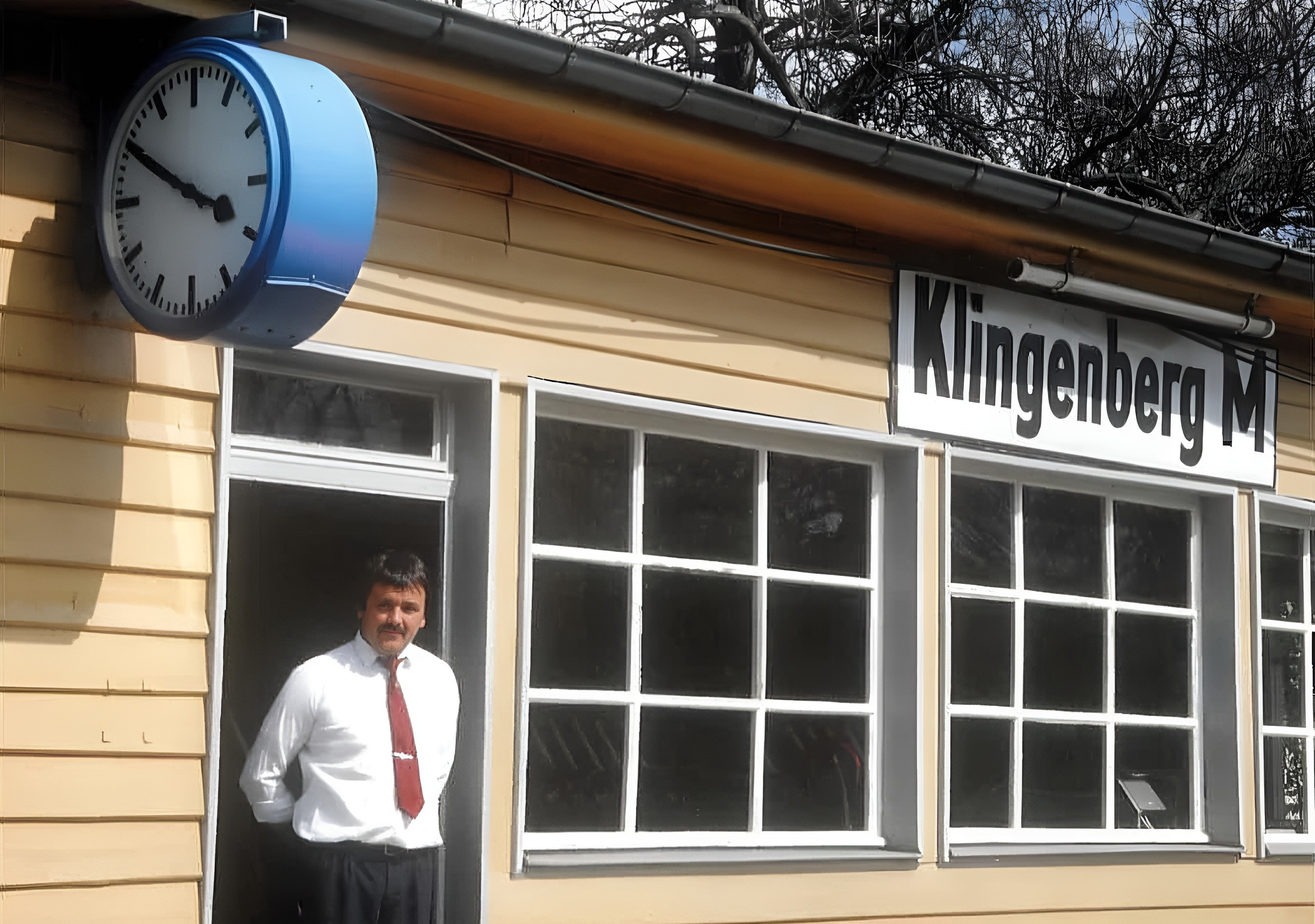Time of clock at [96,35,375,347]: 3:49
